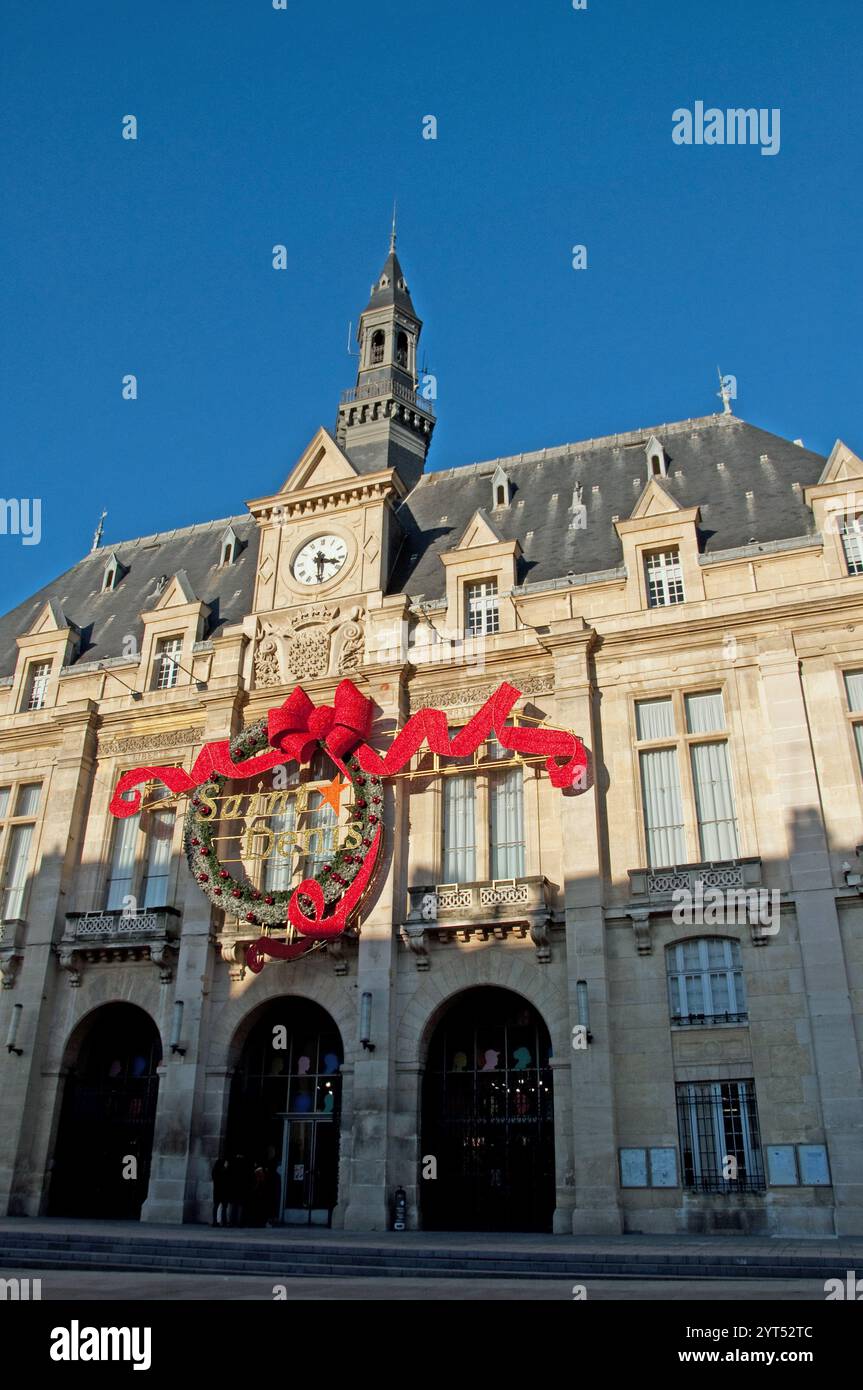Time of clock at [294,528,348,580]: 3:29
